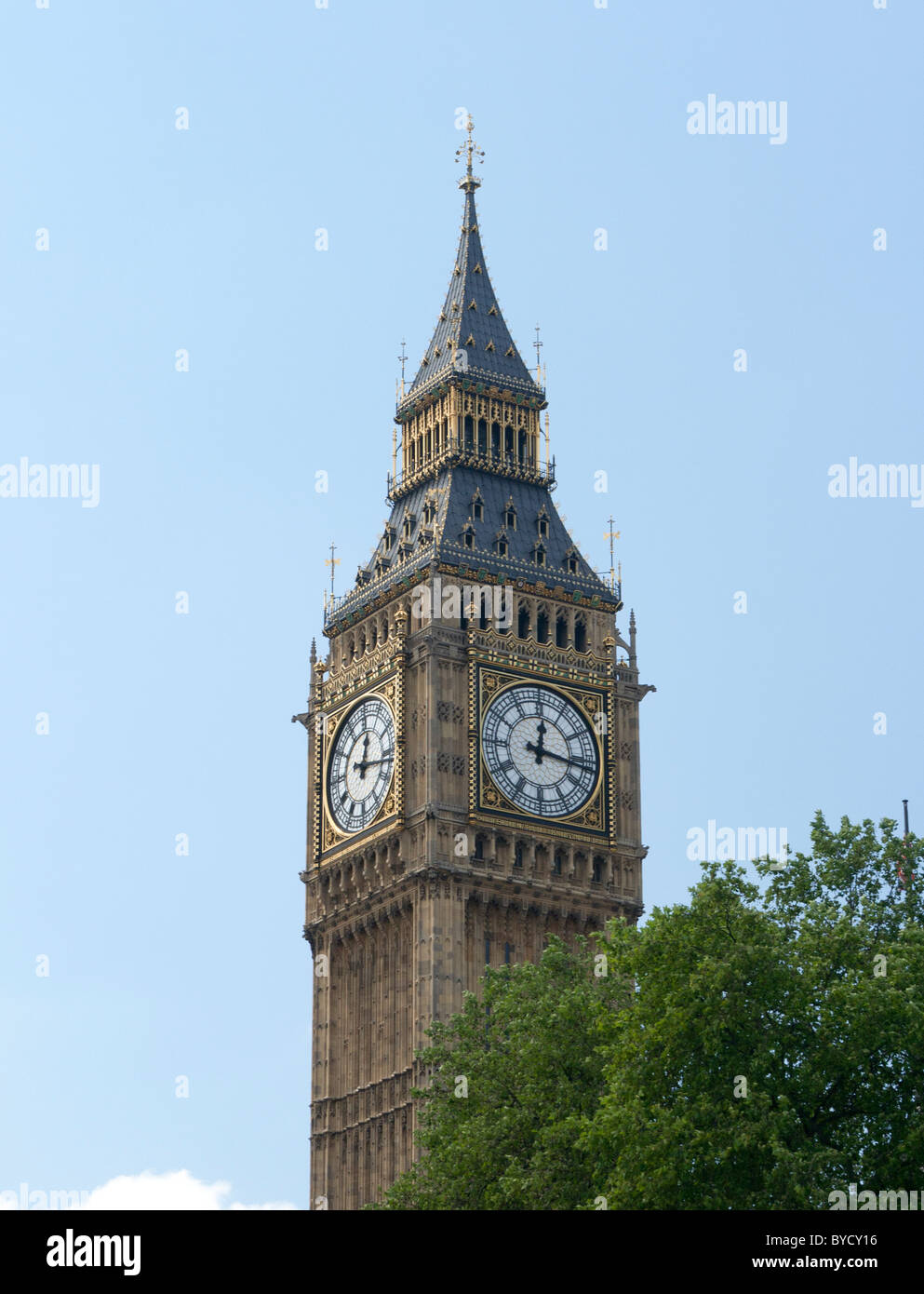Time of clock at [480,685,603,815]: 12:16
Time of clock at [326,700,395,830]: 12:16
